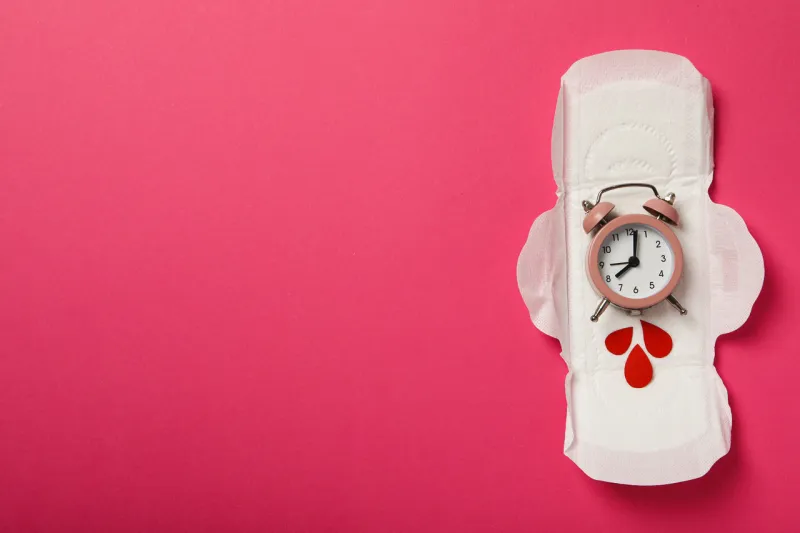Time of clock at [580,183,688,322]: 8:01
